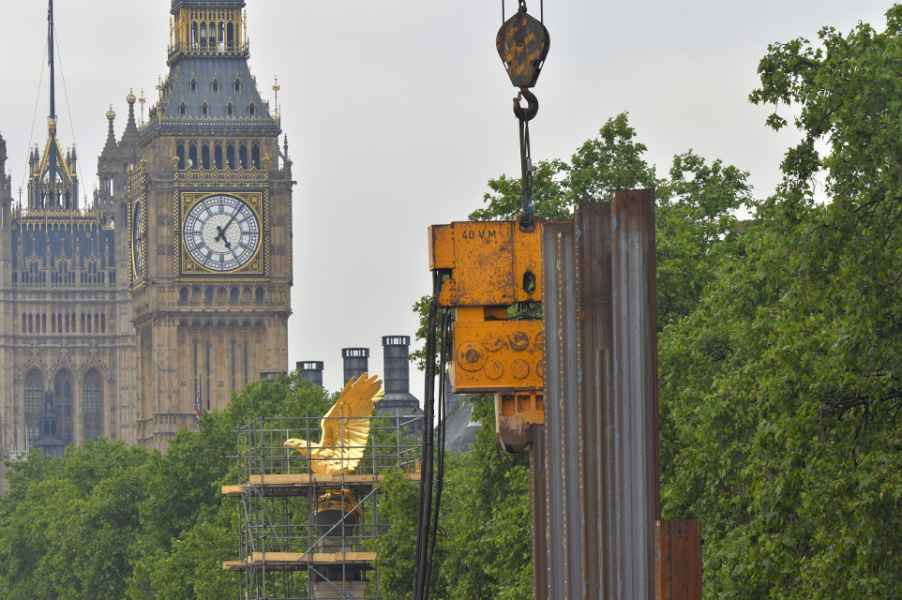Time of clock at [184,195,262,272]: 5:06
